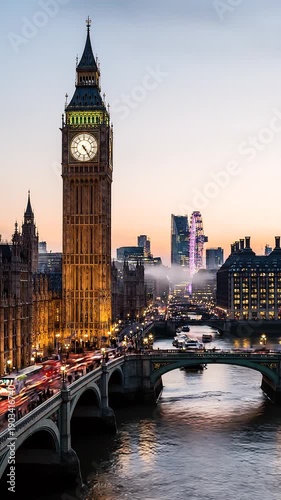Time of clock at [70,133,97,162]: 4:24
